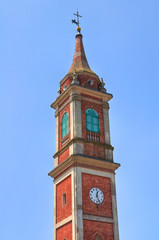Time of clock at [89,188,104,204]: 12:26
